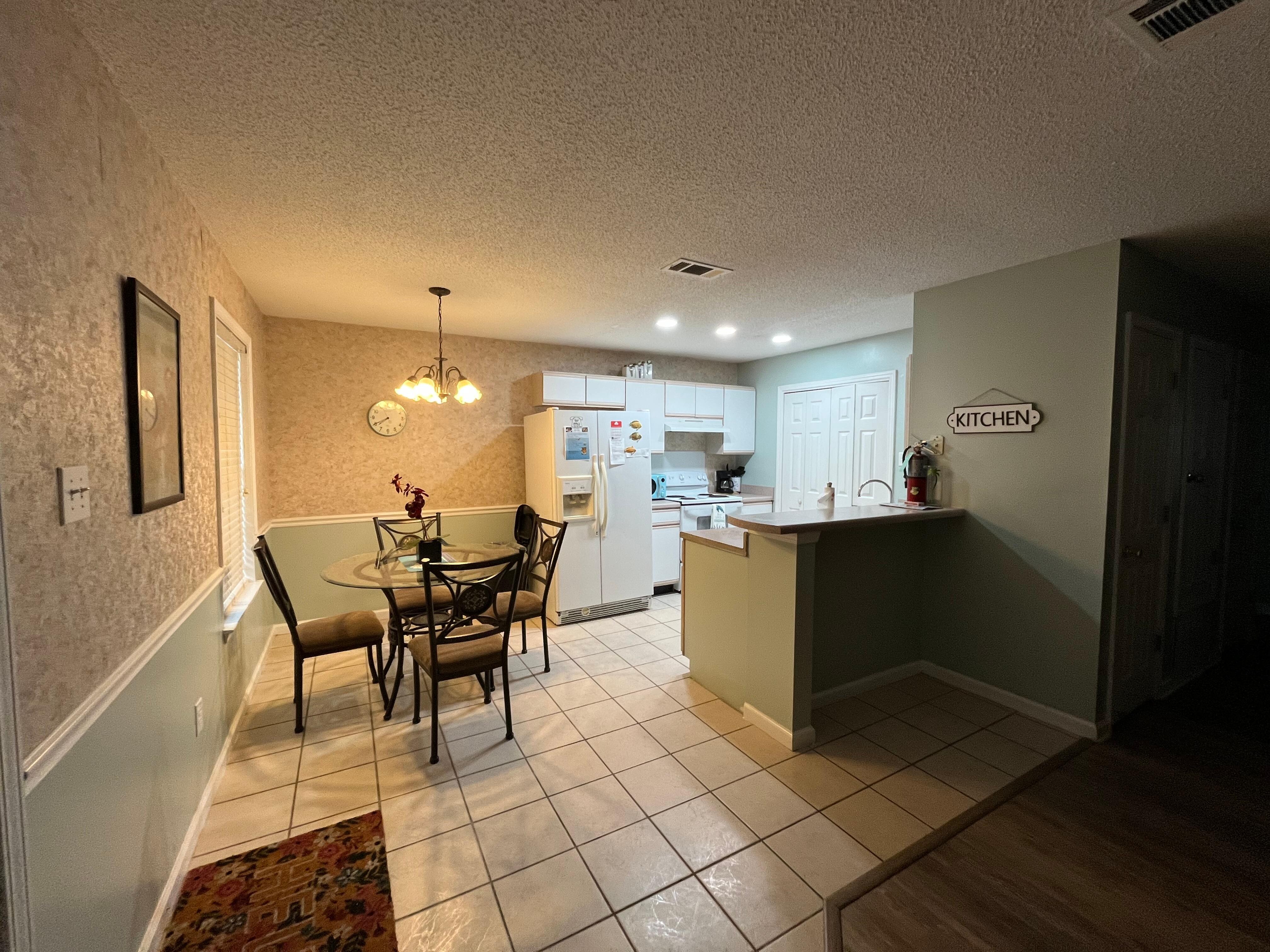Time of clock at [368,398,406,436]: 7:40
